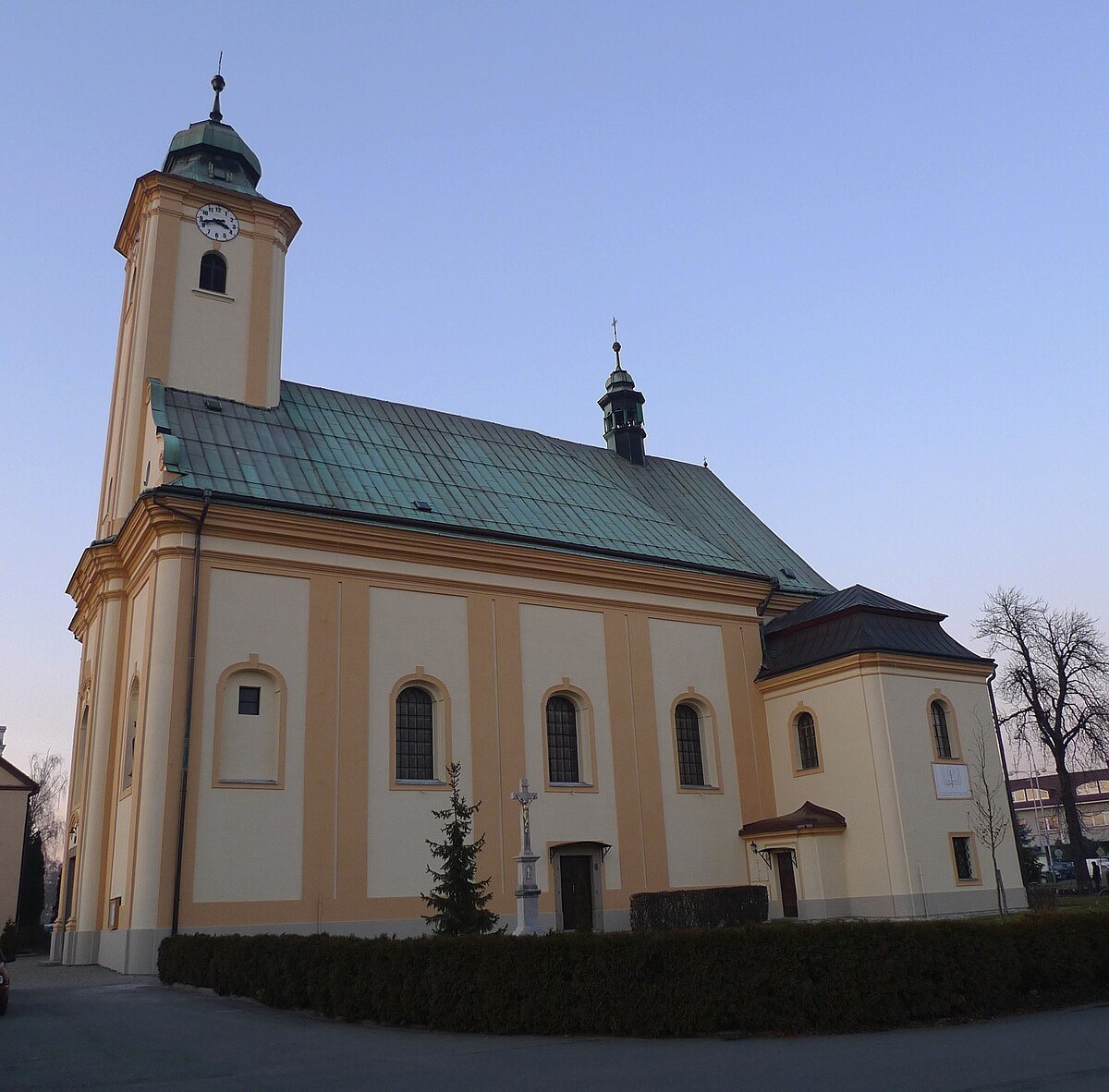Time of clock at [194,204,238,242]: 3:42
